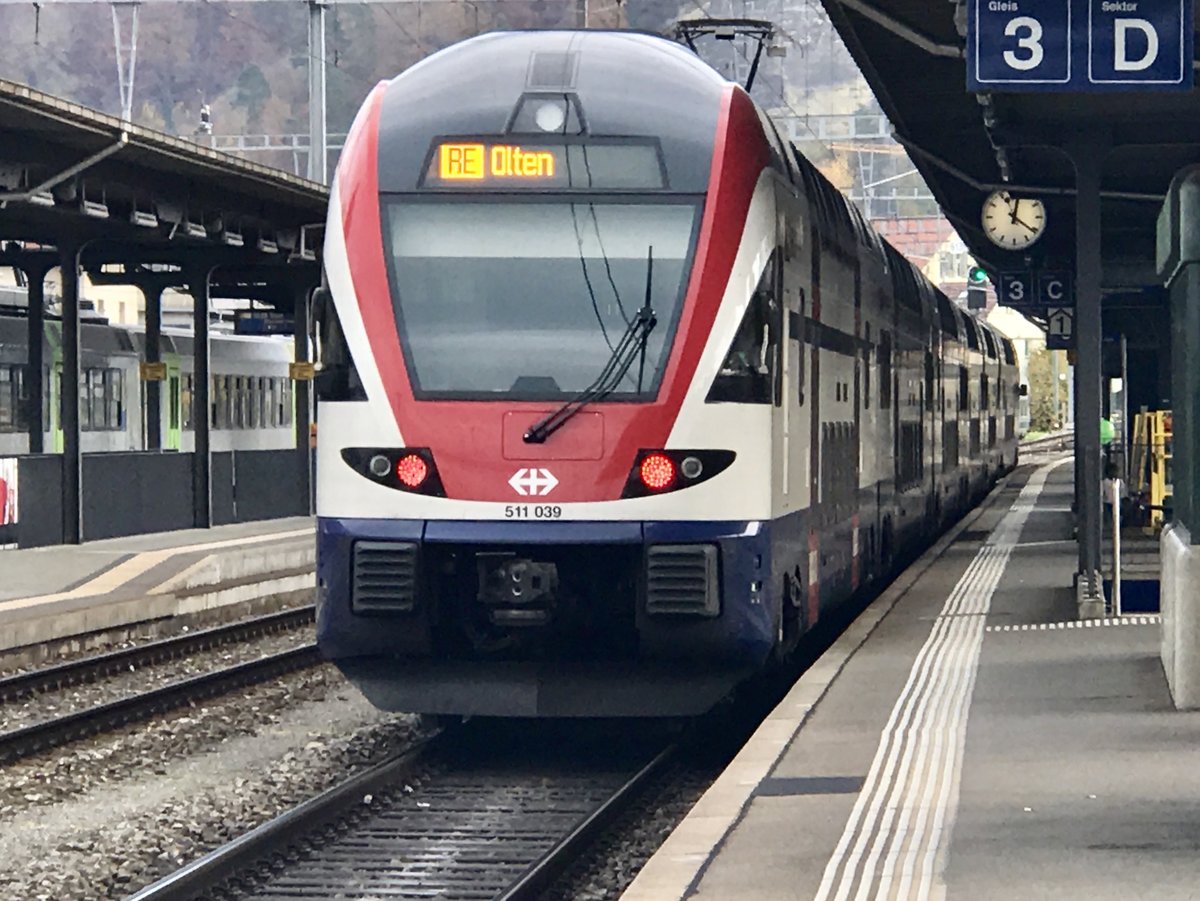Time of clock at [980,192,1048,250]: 12:21
